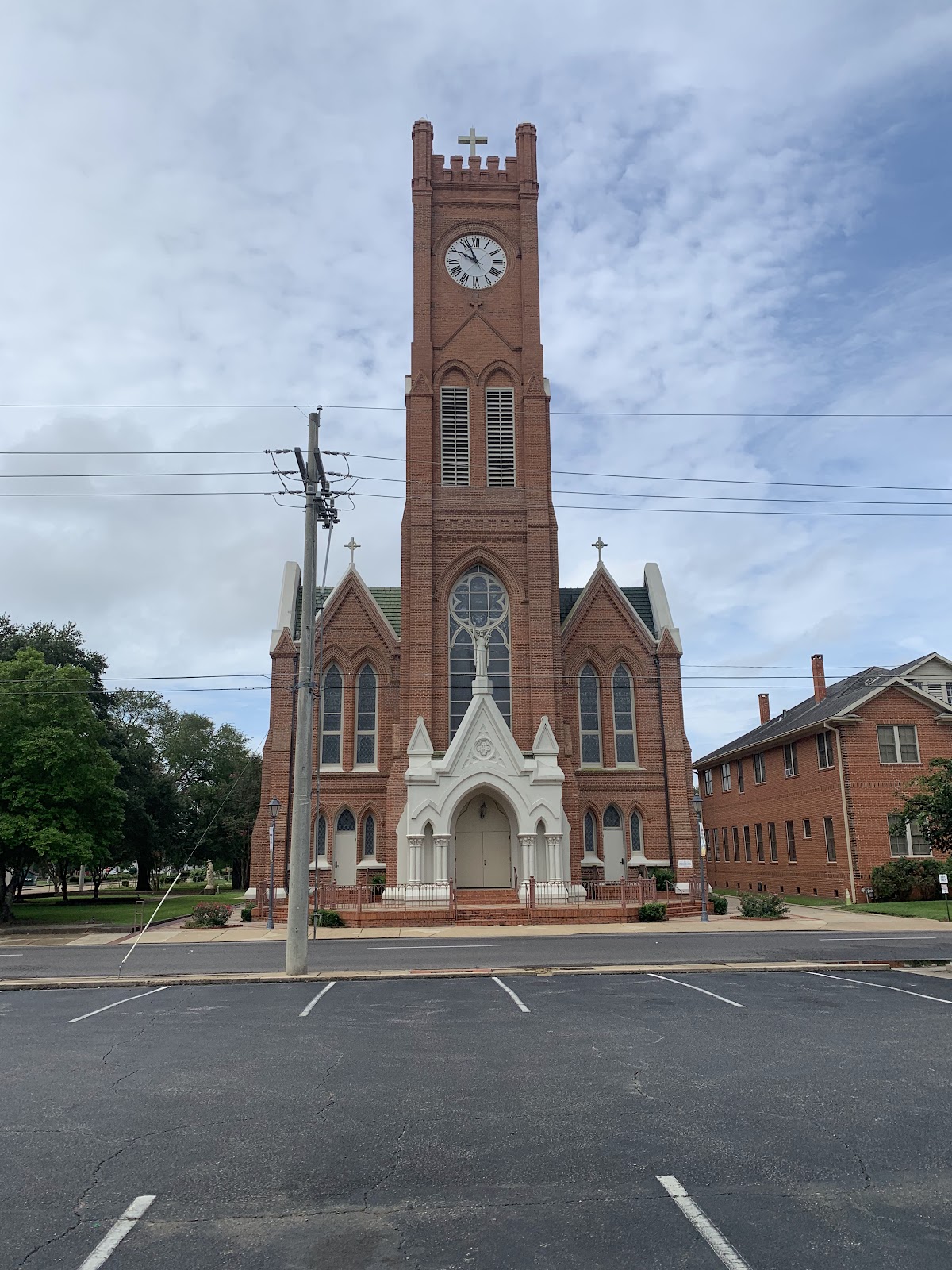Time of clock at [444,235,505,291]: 9:56
